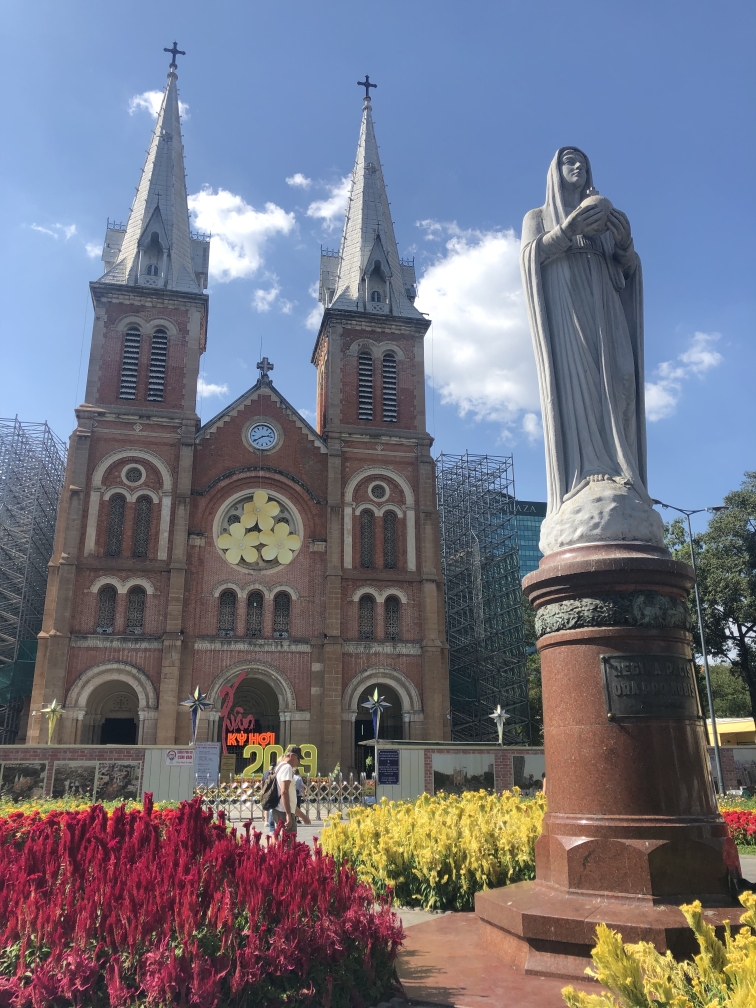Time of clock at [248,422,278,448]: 2:39
